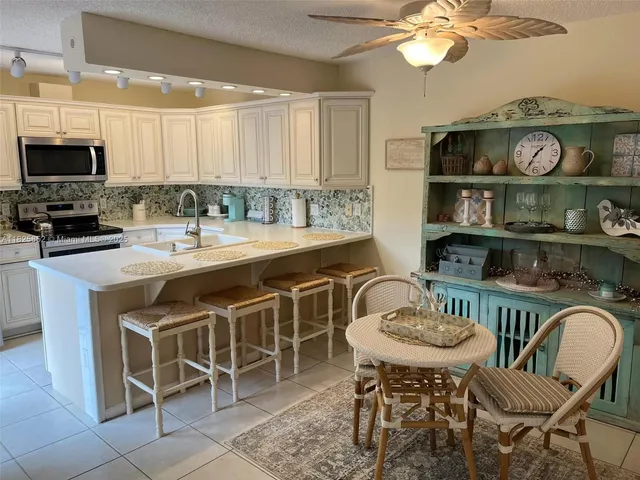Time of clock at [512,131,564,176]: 1:35
